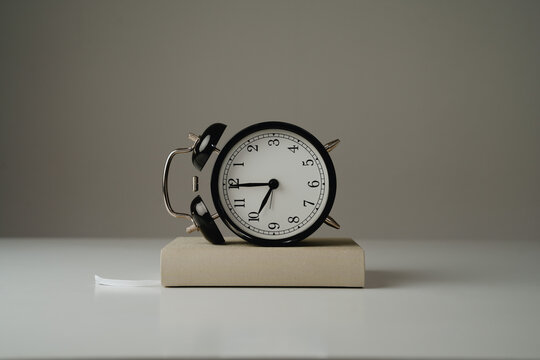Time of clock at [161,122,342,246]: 6:44
